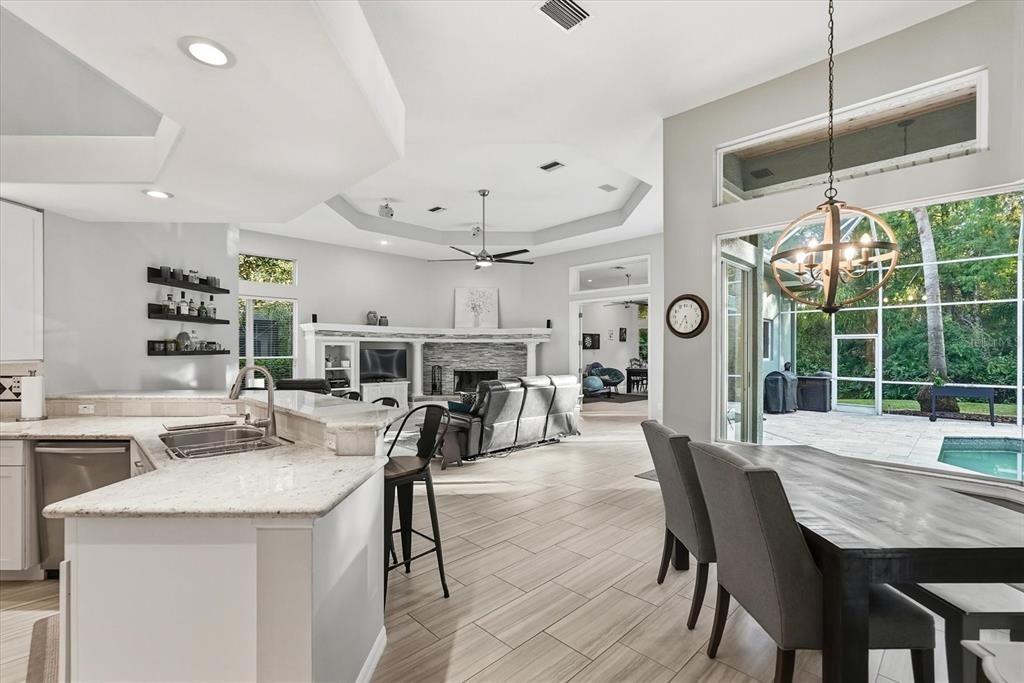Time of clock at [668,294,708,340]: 5:34
